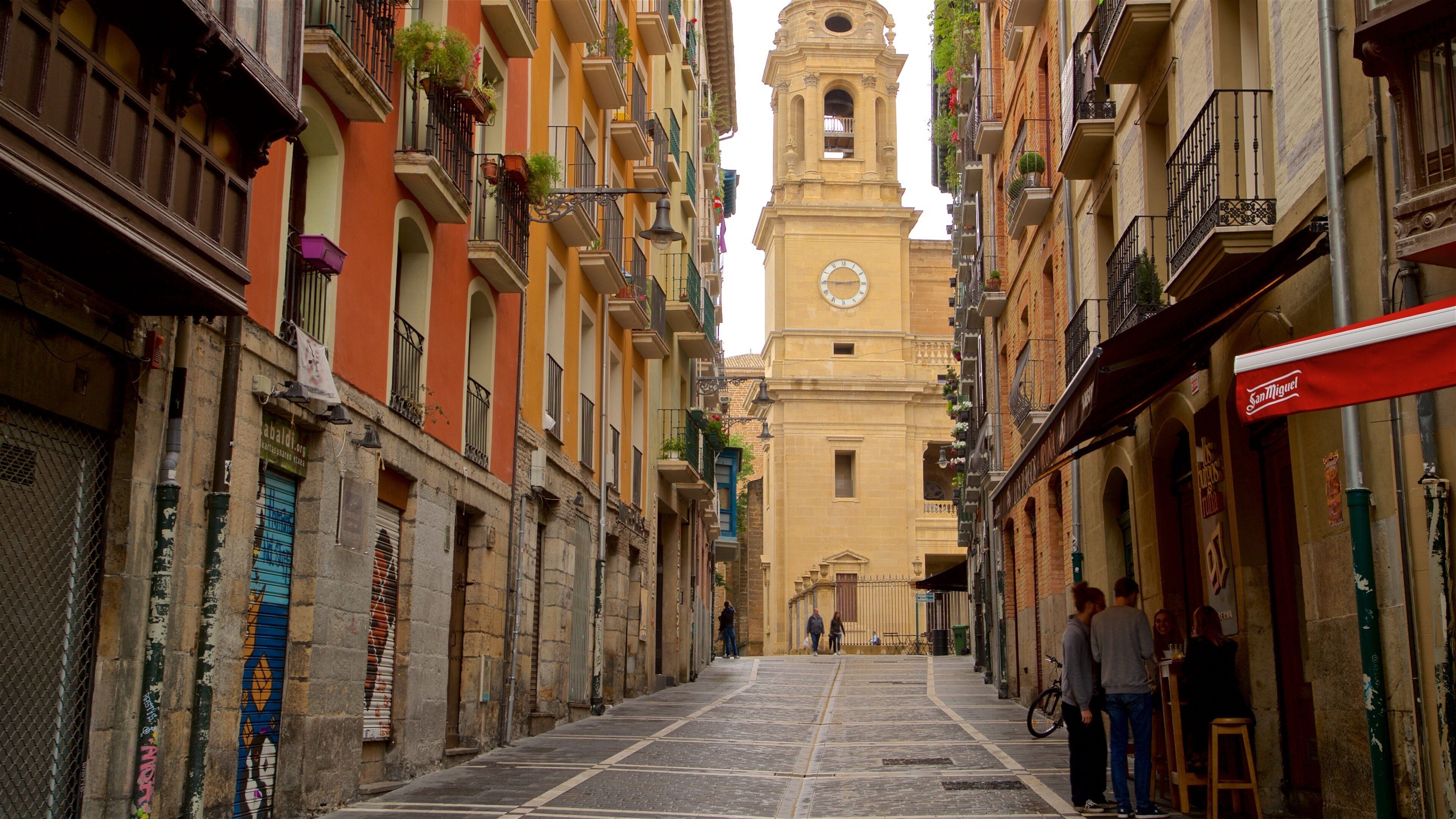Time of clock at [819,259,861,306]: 9:13
